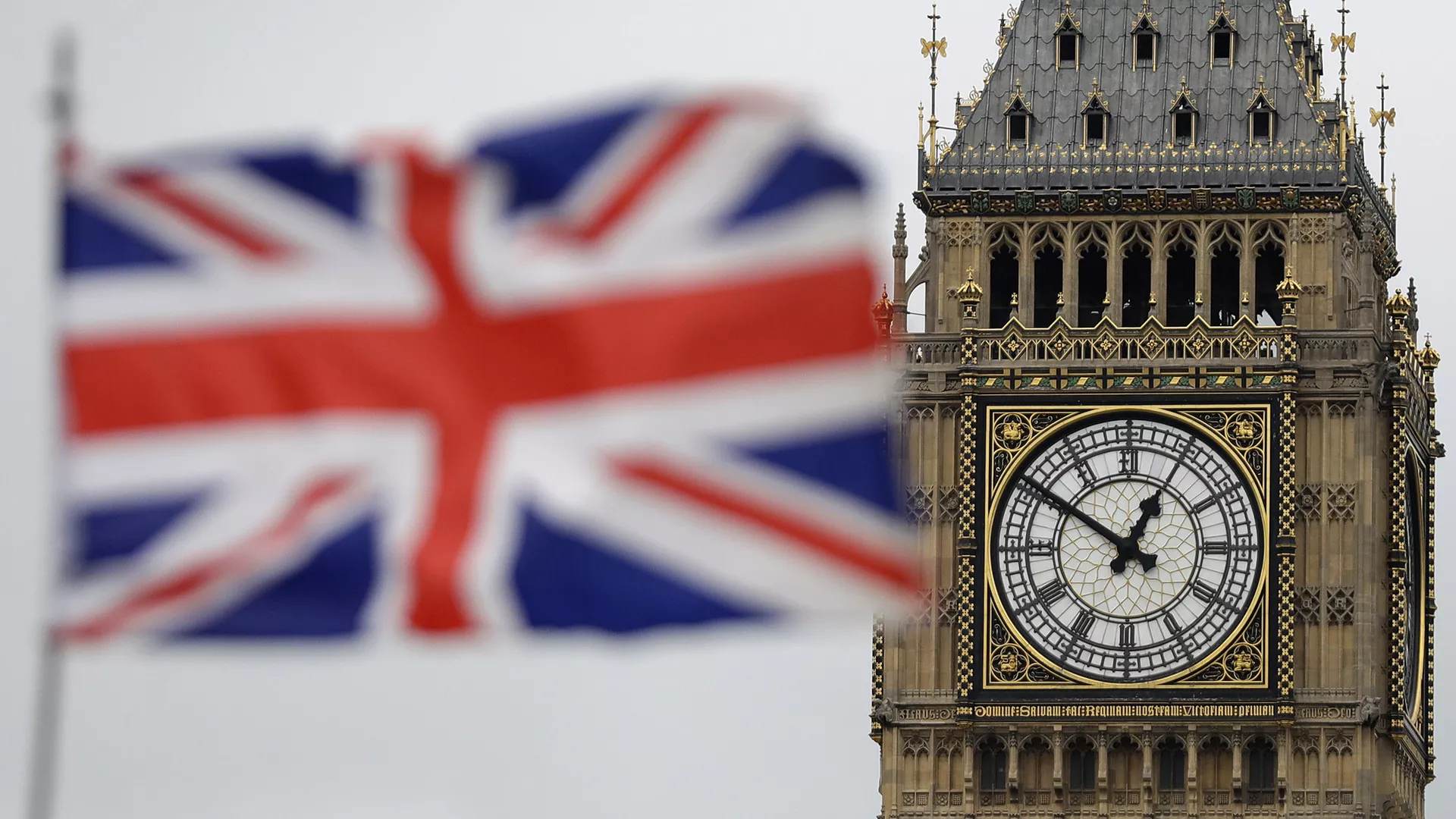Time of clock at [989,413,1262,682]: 12:50
